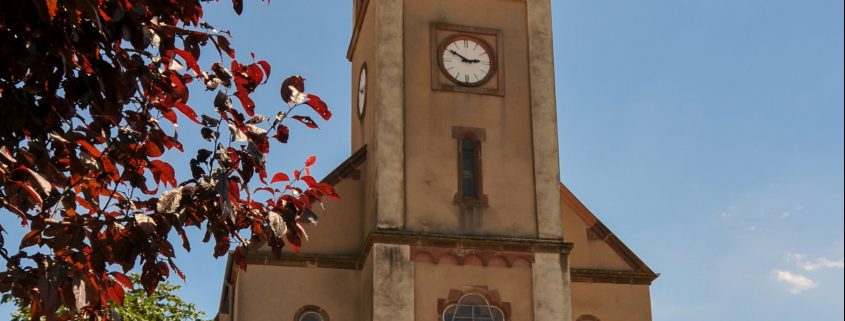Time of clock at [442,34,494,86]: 2:50
